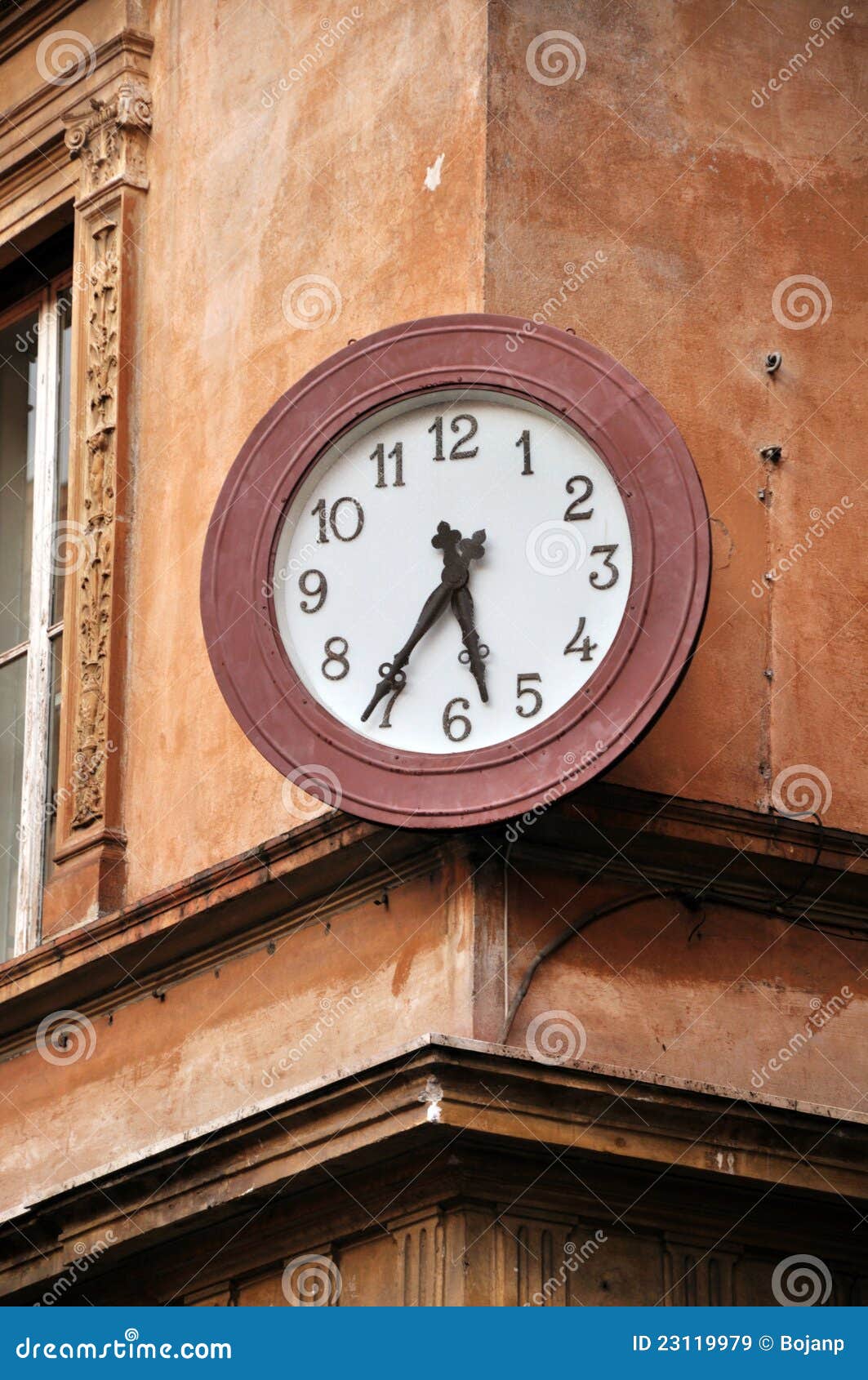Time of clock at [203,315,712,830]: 5:35
